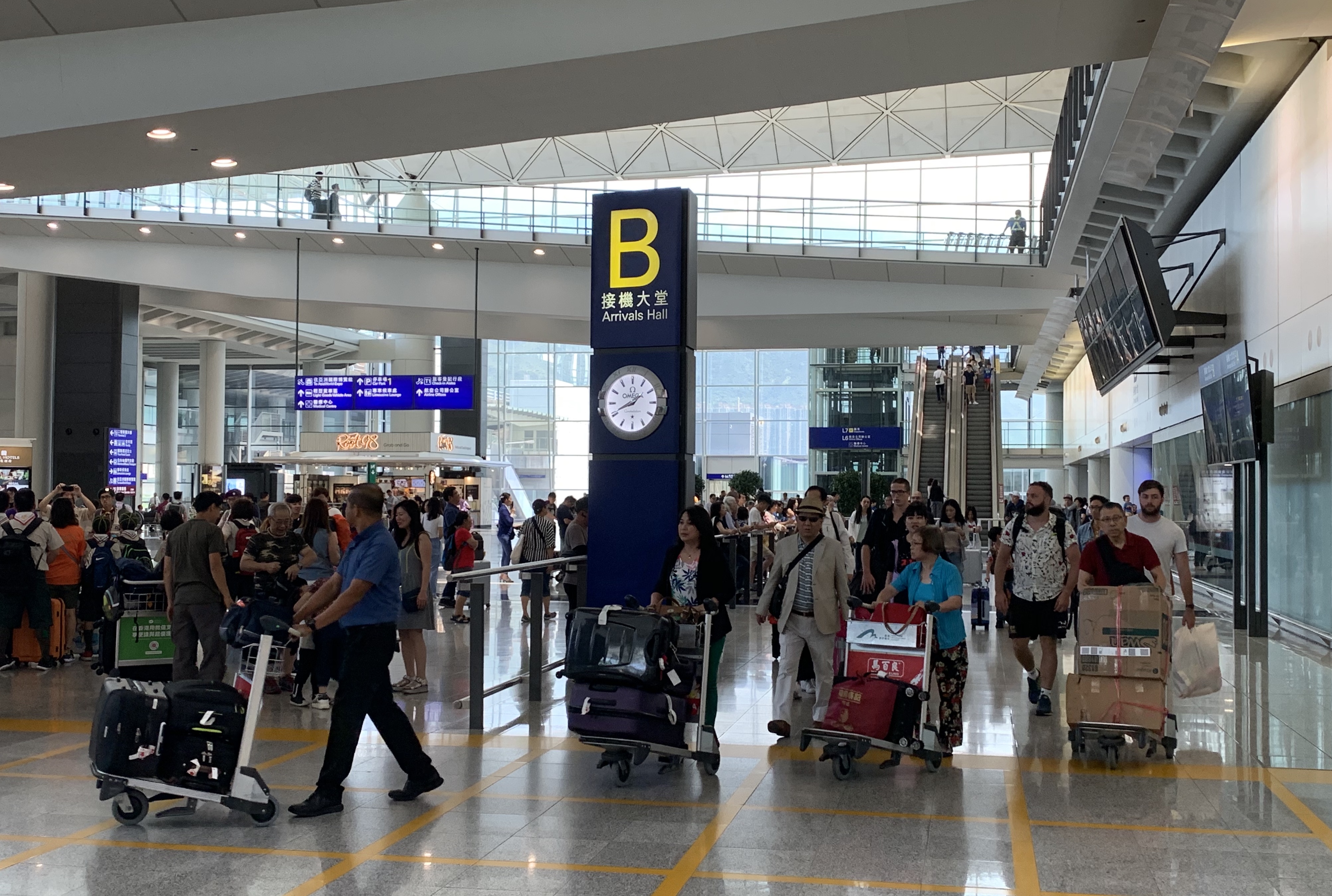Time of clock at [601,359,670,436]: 1:41
